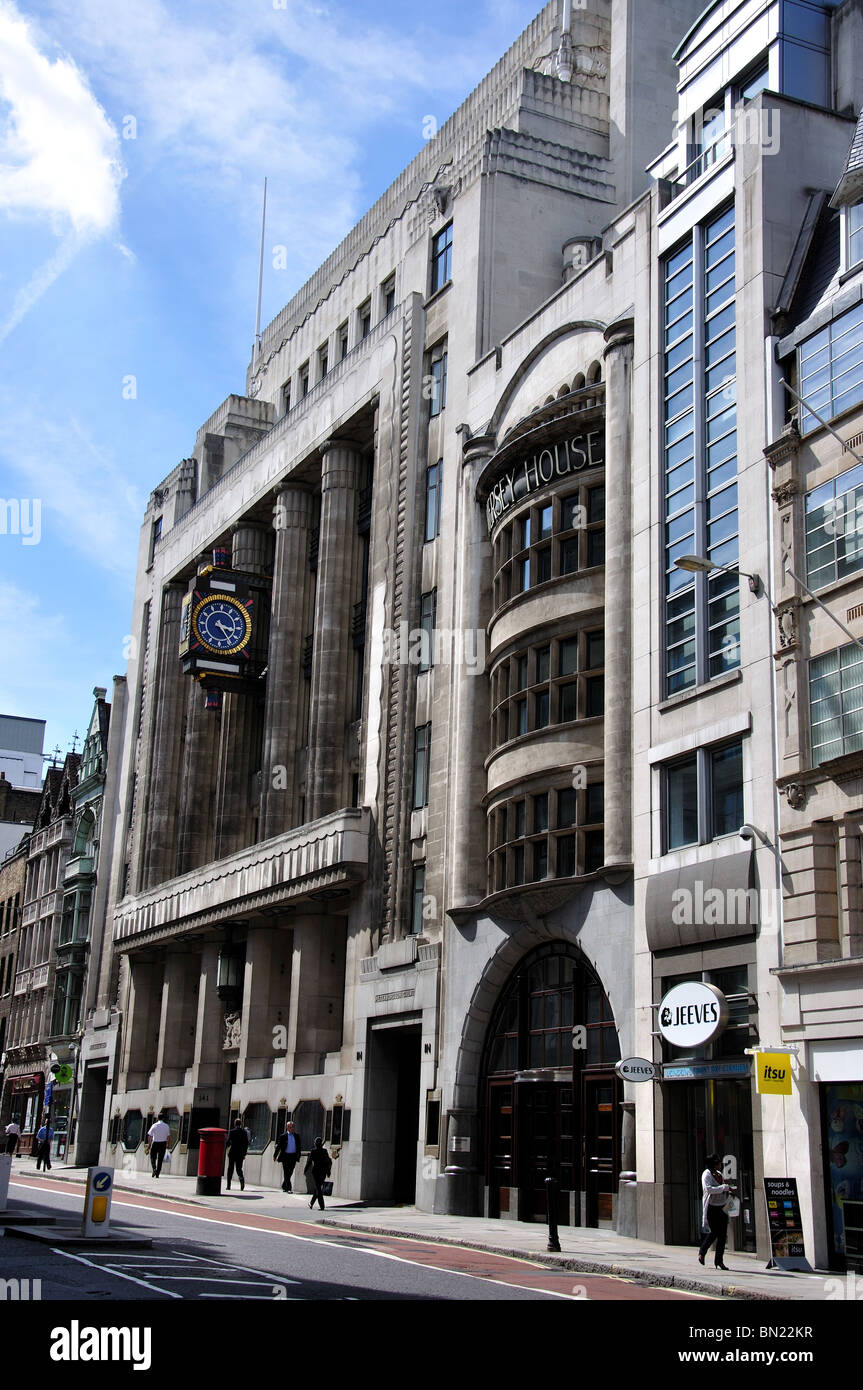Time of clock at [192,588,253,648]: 3:24
